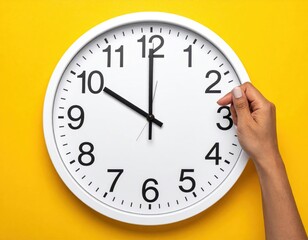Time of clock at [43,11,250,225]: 10:00
